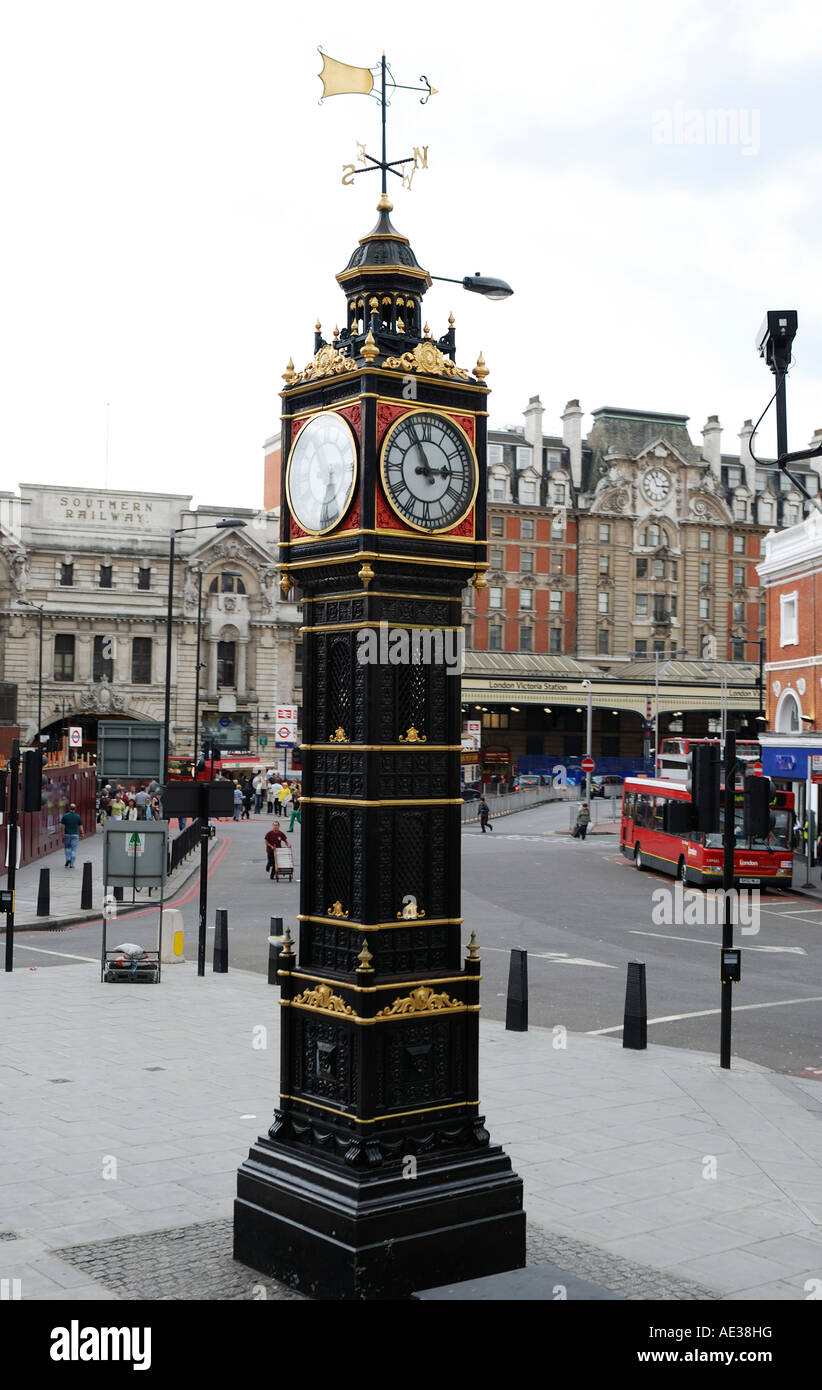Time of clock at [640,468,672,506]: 2:56
